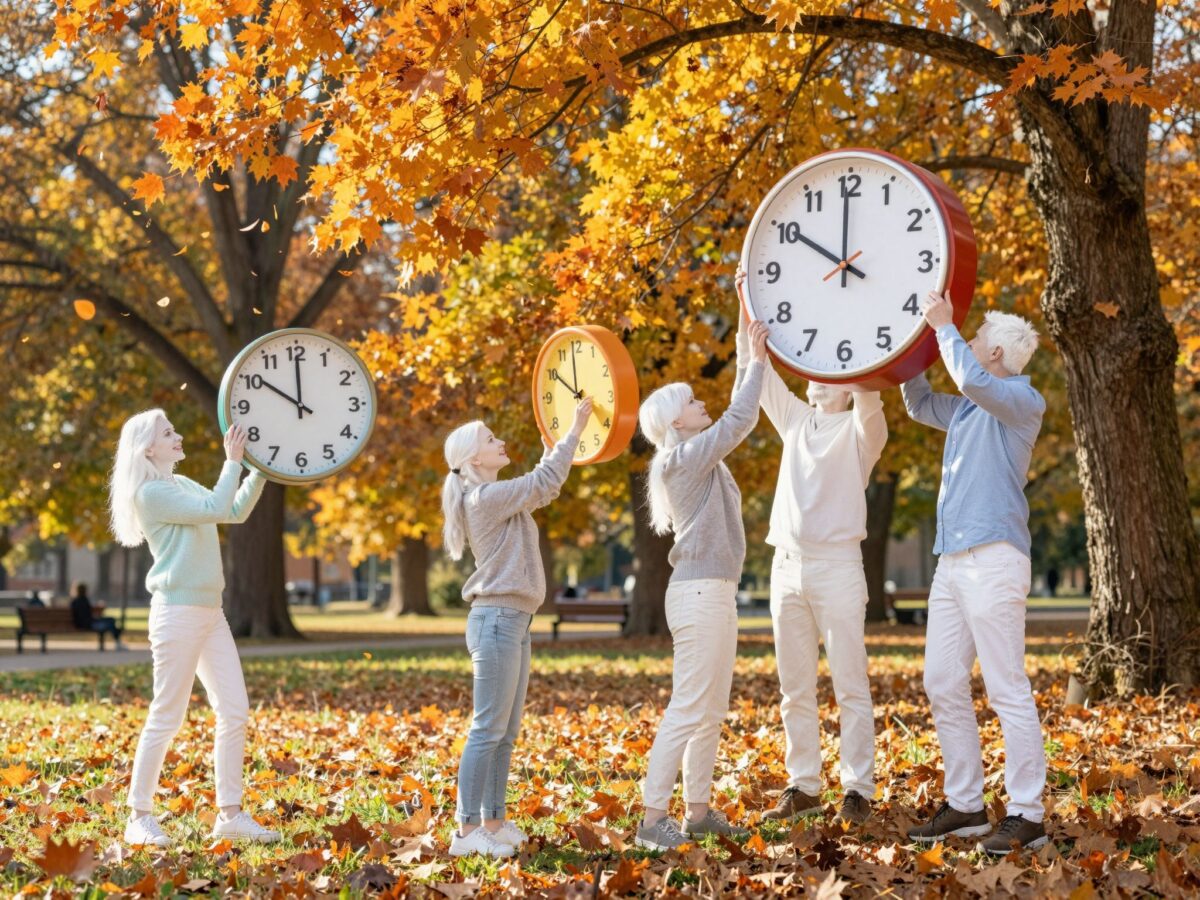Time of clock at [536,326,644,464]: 11:50
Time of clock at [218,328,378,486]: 10:00
